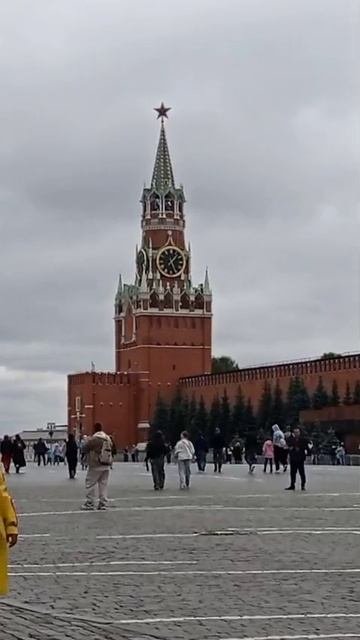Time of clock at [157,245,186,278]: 1:26
